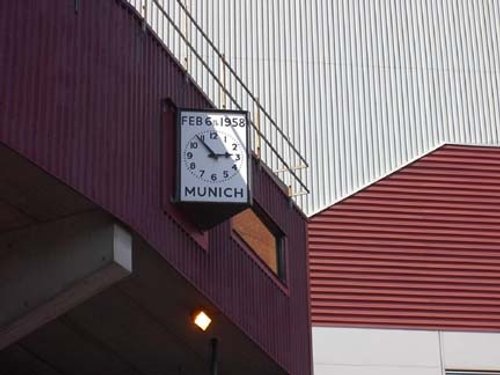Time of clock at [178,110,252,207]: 2:52
